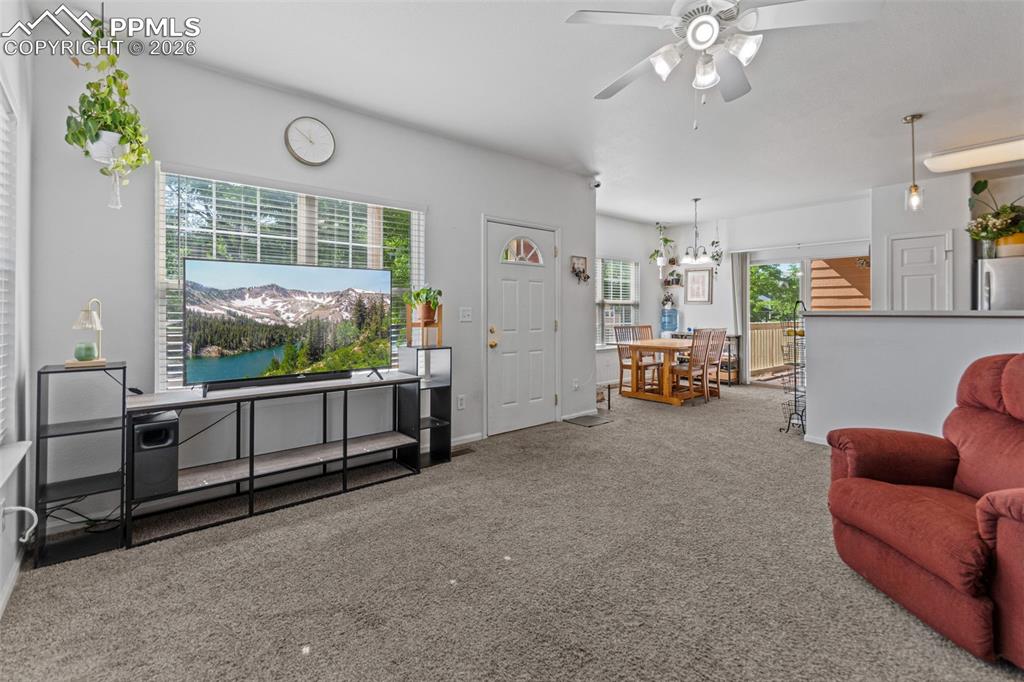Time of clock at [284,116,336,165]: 11:52
